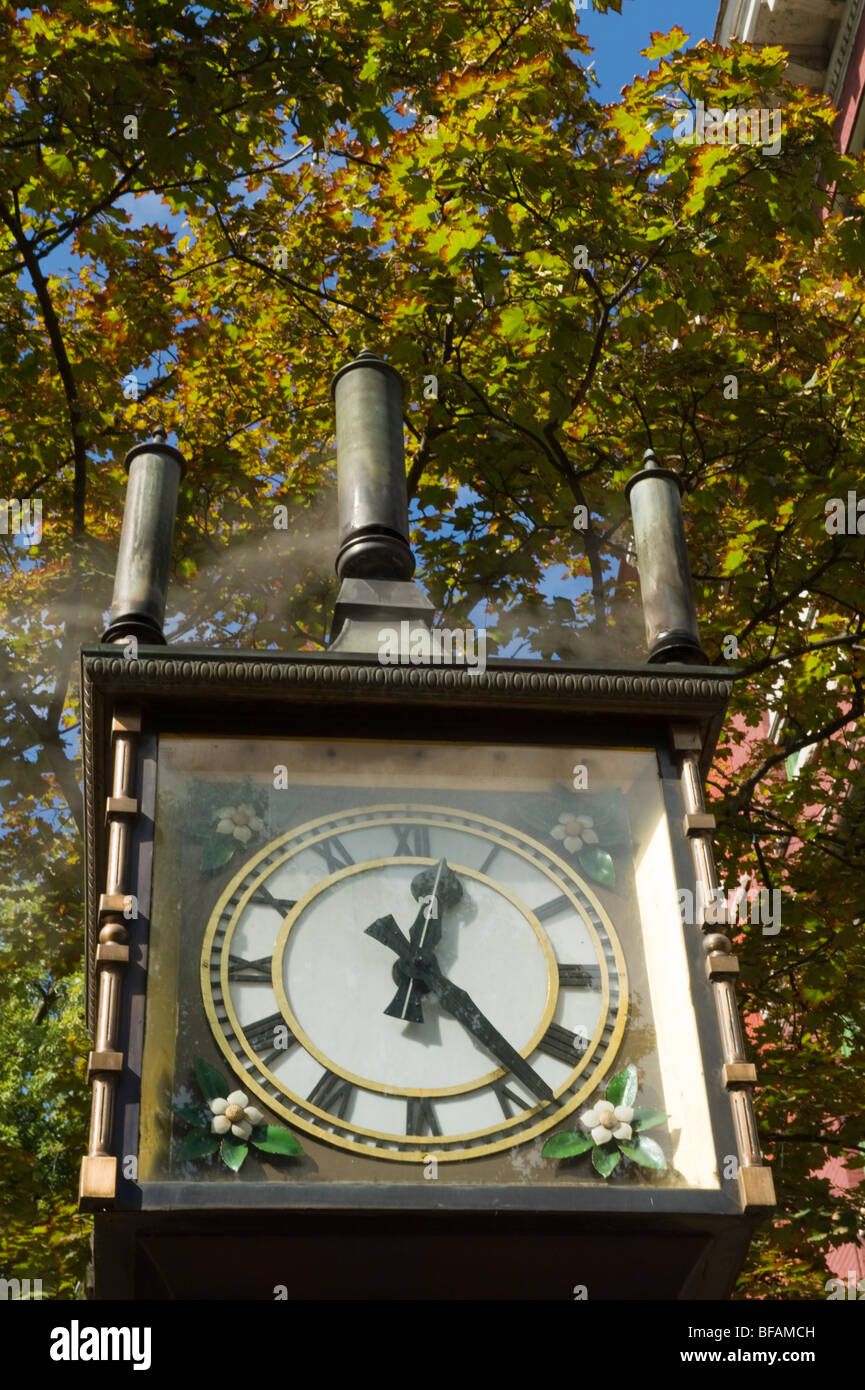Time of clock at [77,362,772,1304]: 12:23
